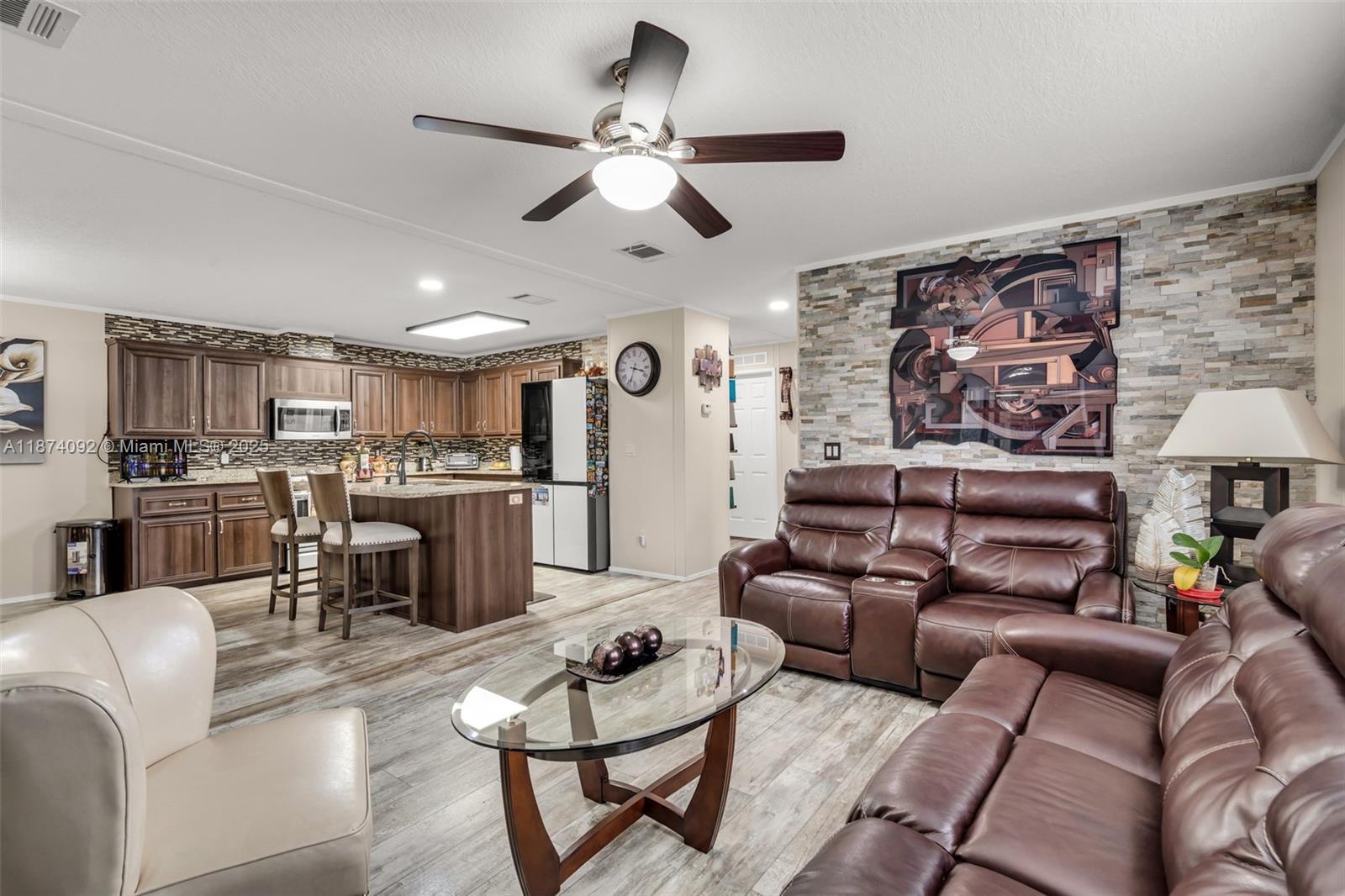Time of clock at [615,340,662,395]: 3:33
